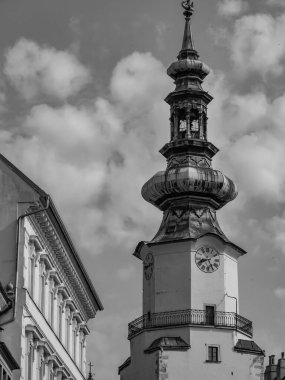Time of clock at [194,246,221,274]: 8:25
